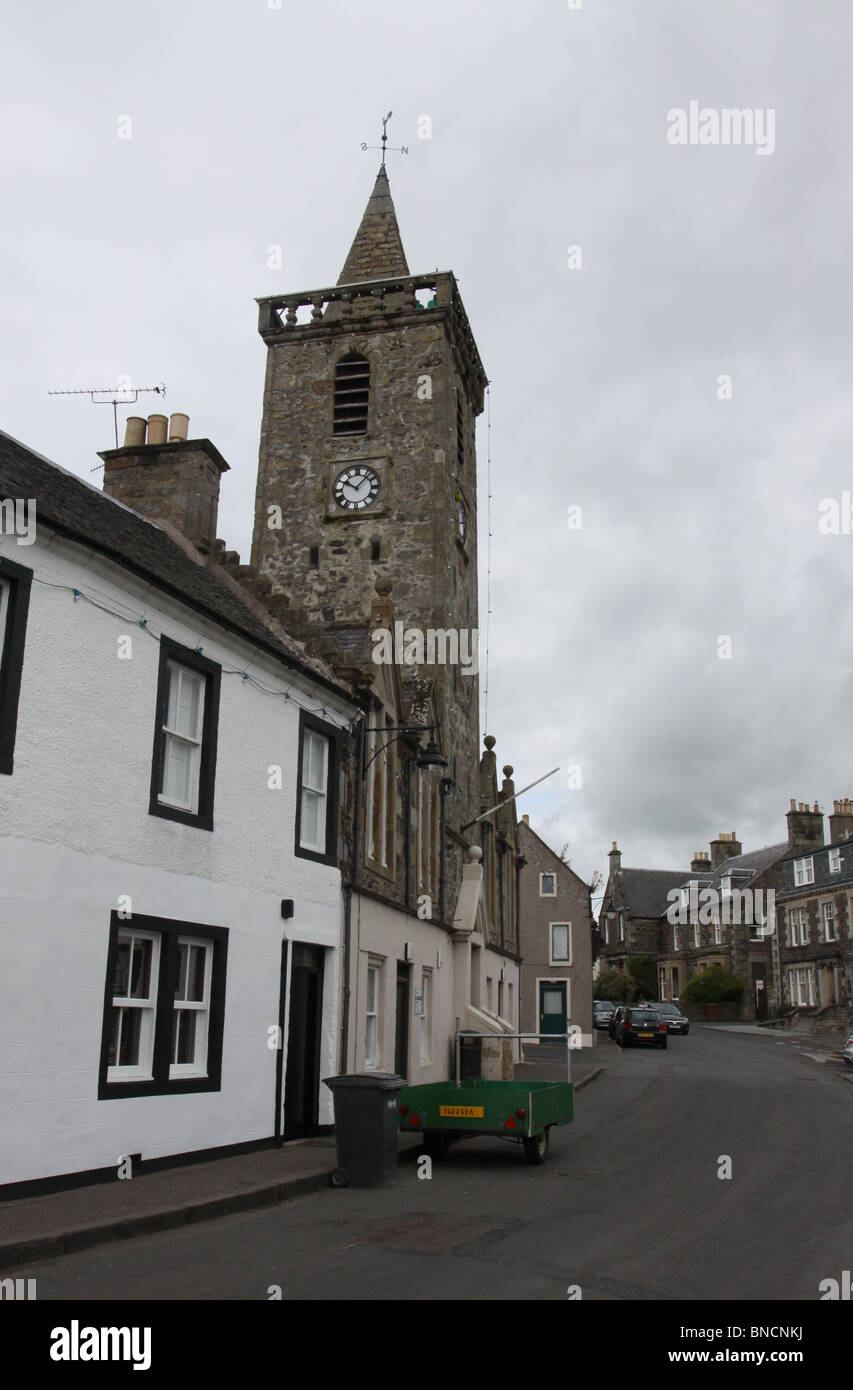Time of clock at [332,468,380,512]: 10:07
